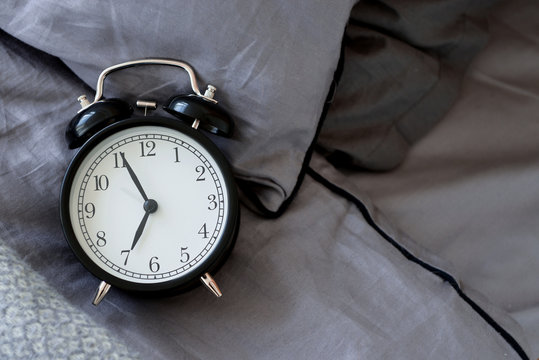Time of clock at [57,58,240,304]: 6:55
